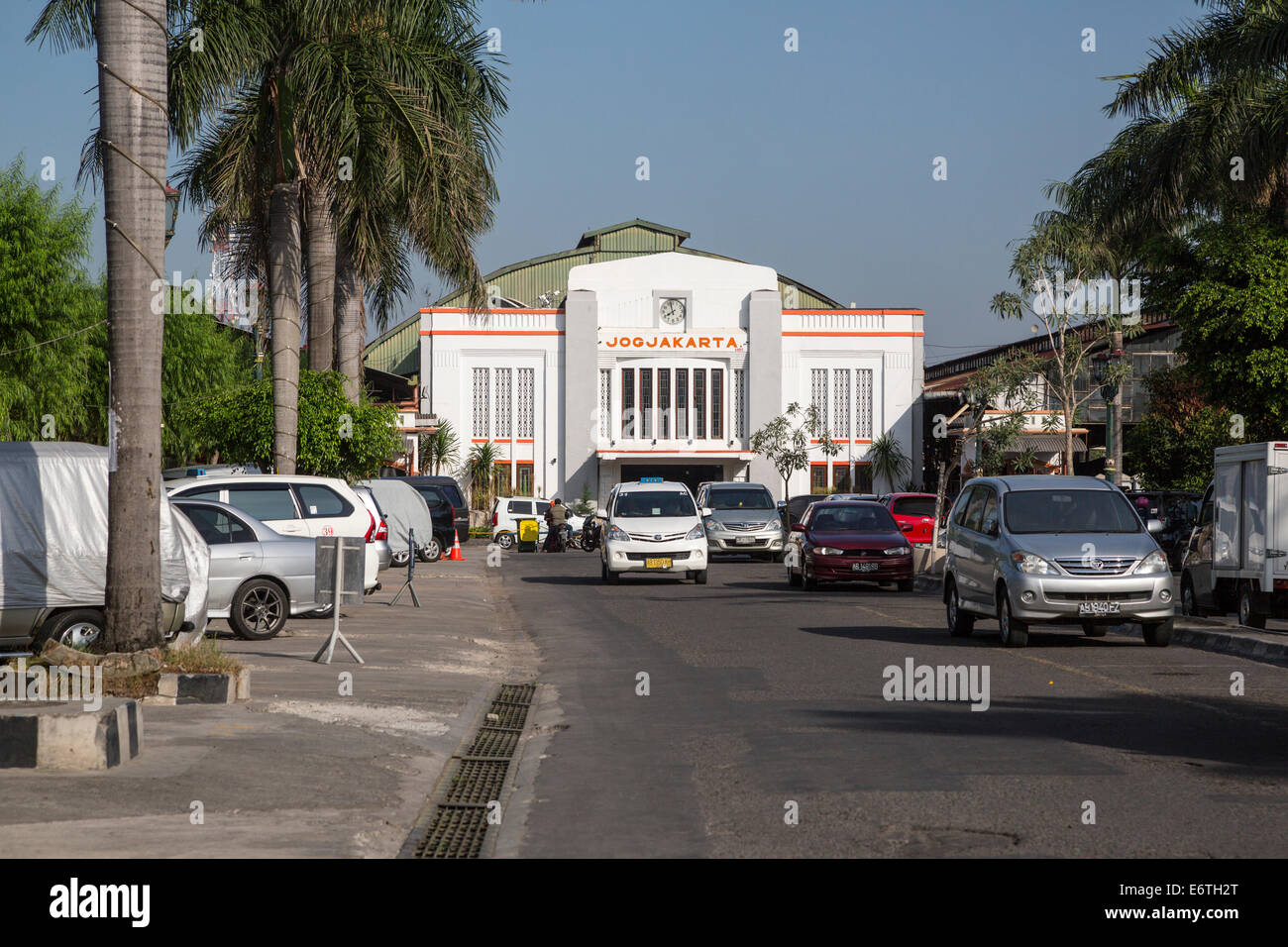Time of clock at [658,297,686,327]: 7:57
